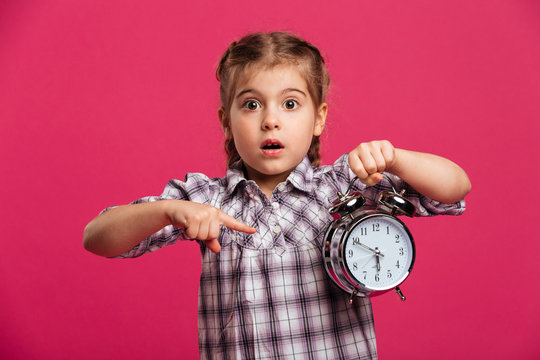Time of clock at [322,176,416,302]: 5:49
